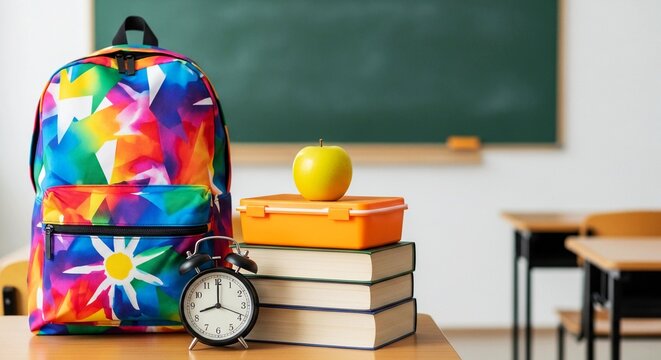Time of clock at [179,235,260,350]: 8:18
